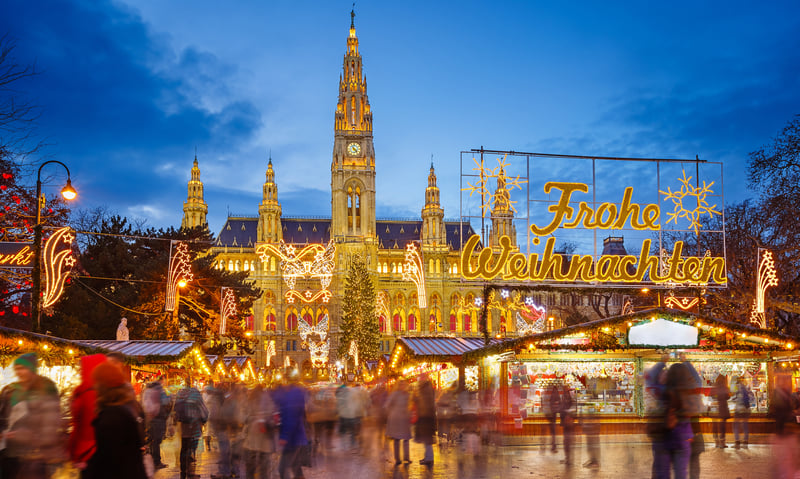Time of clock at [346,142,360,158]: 4:22
